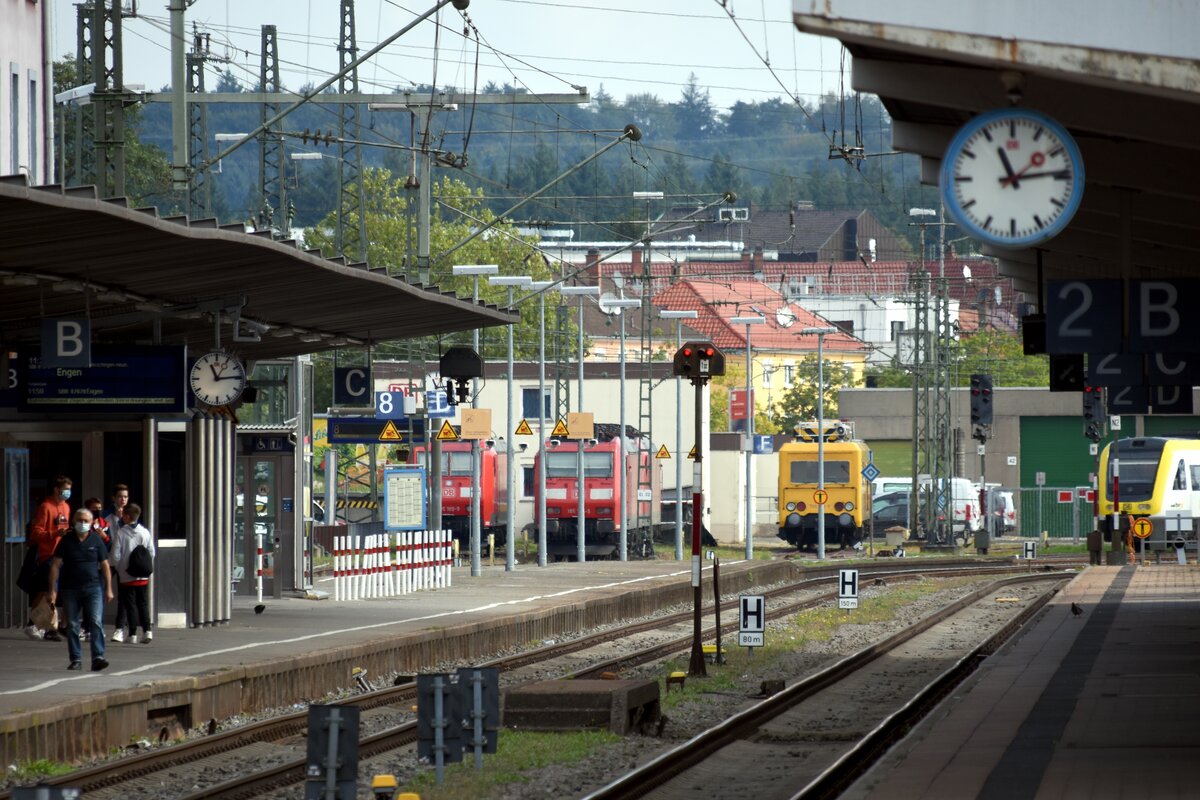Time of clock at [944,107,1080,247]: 11:13
